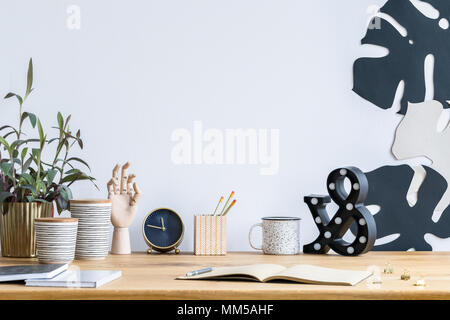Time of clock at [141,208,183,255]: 11:46
